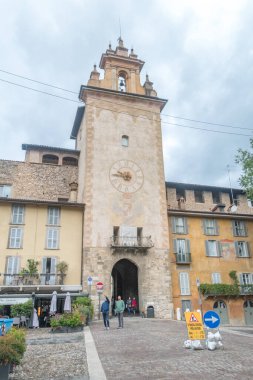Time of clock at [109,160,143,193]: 9:45
